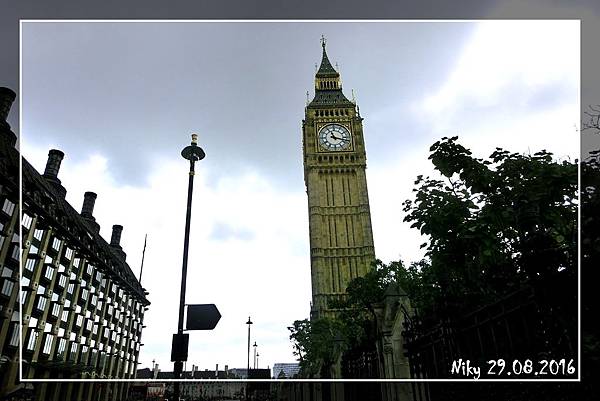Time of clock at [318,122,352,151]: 11:17
